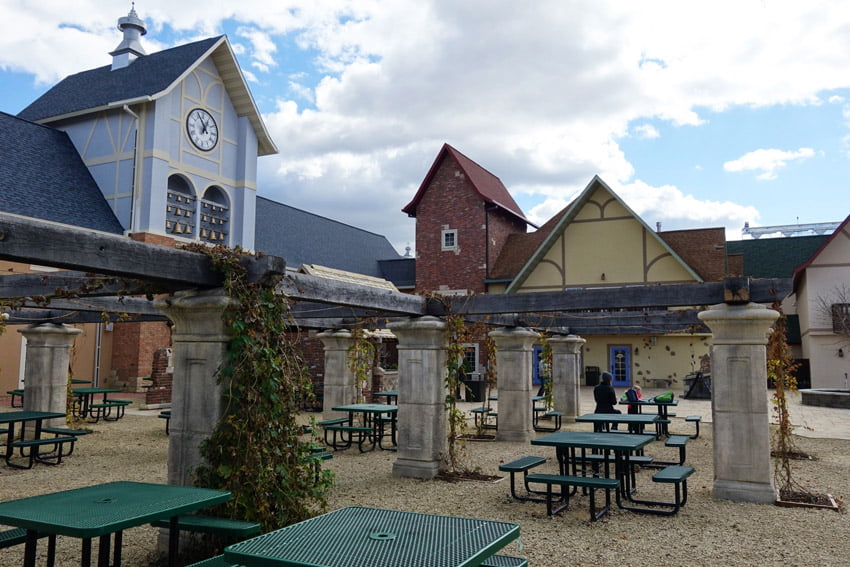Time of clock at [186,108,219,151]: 12:55
